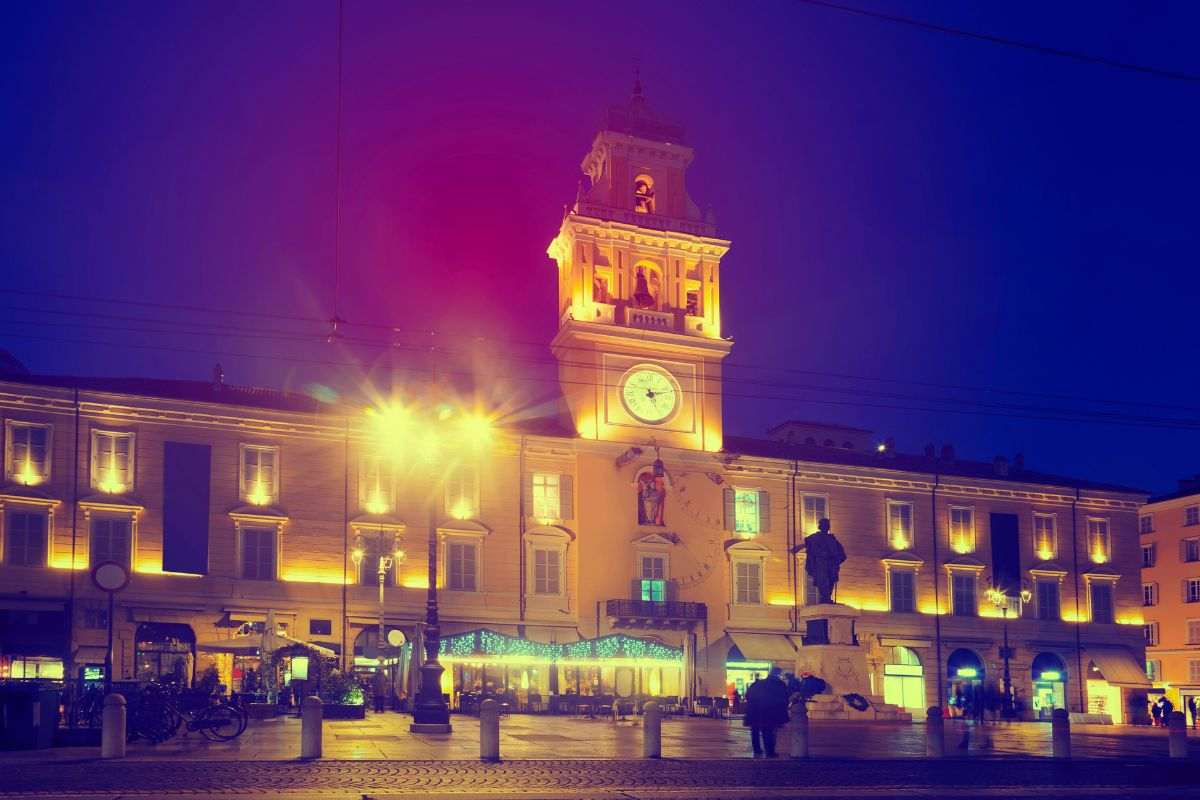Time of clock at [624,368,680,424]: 5:12
